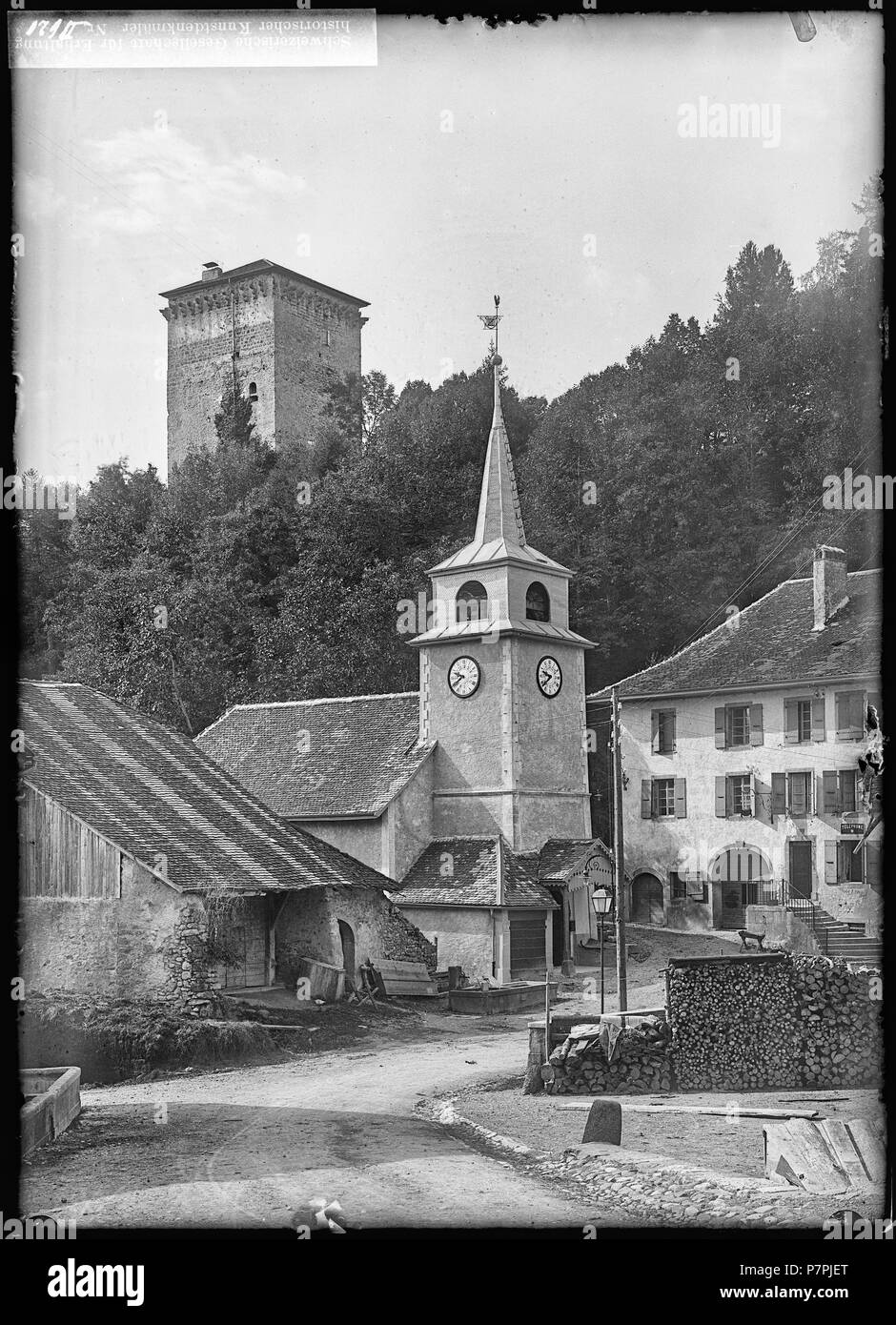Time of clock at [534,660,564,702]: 9:38
